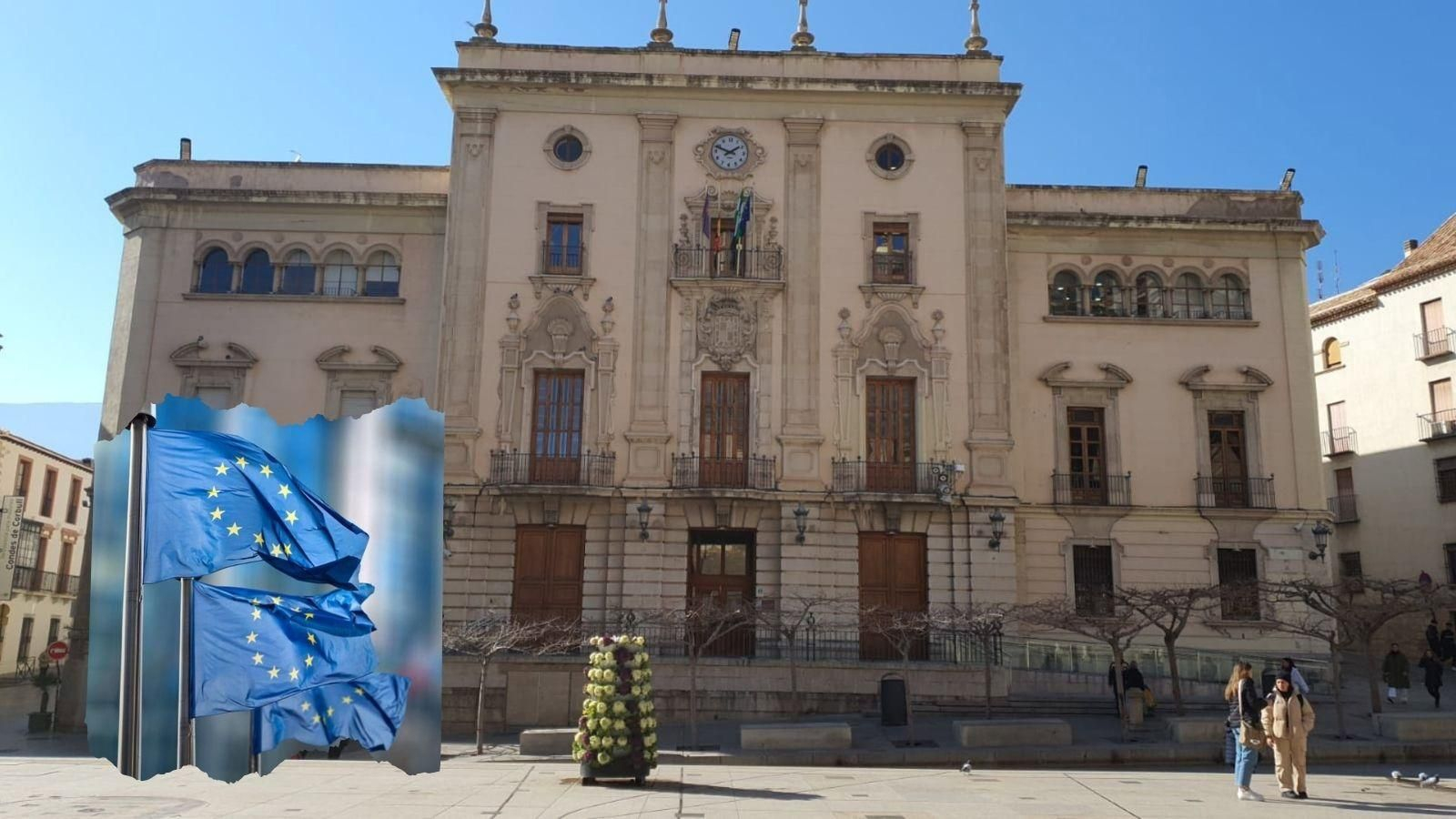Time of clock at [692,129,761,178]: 1:49
